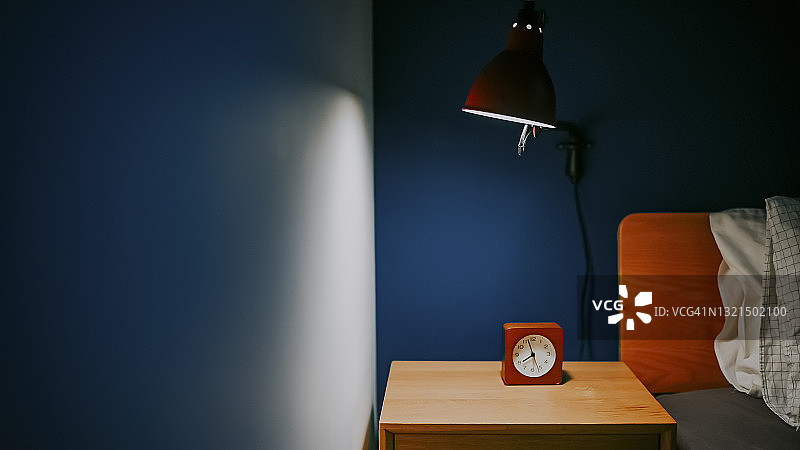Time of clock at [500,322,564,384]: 7:57
